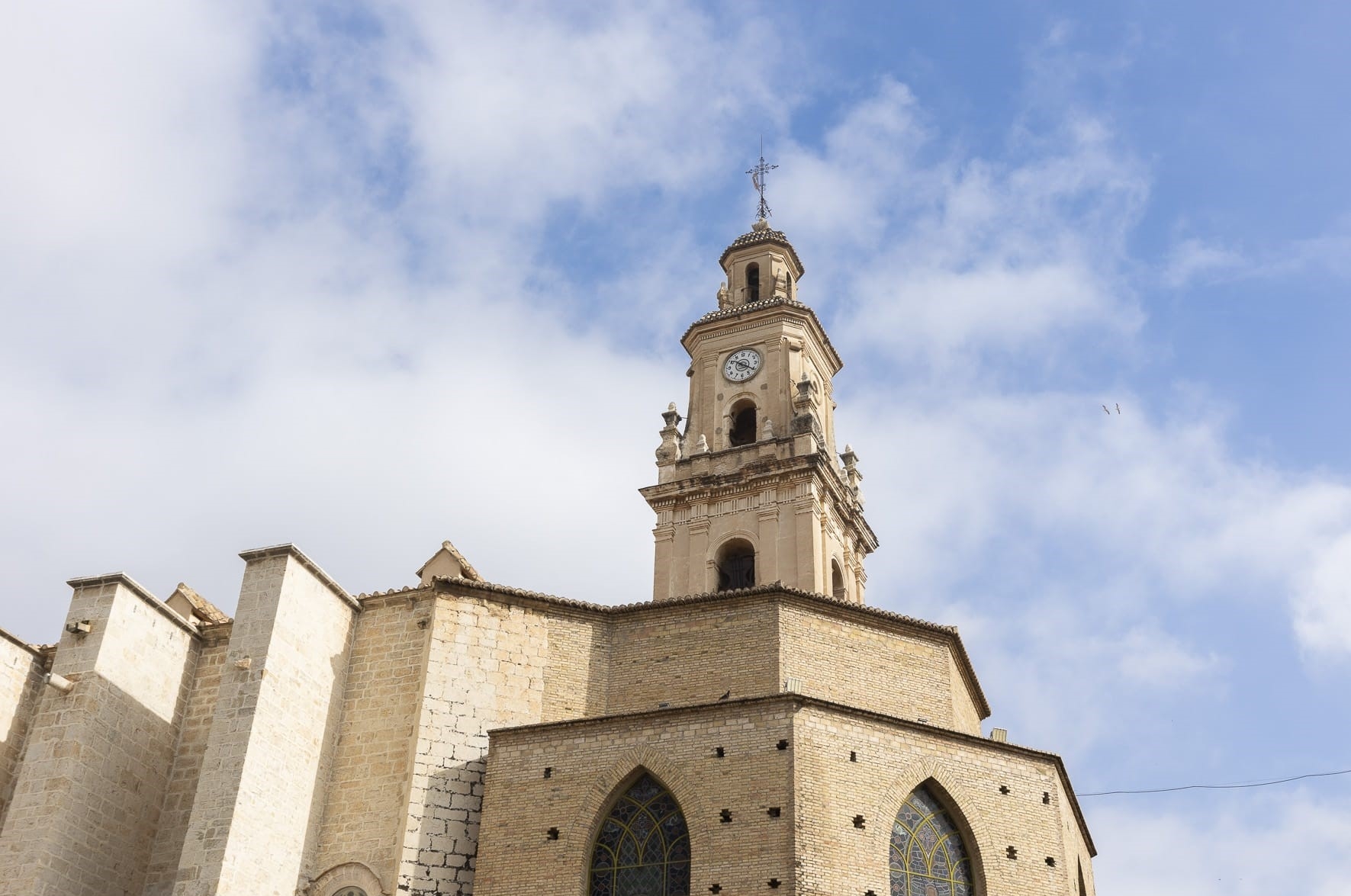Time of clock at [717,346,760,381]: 10:20
